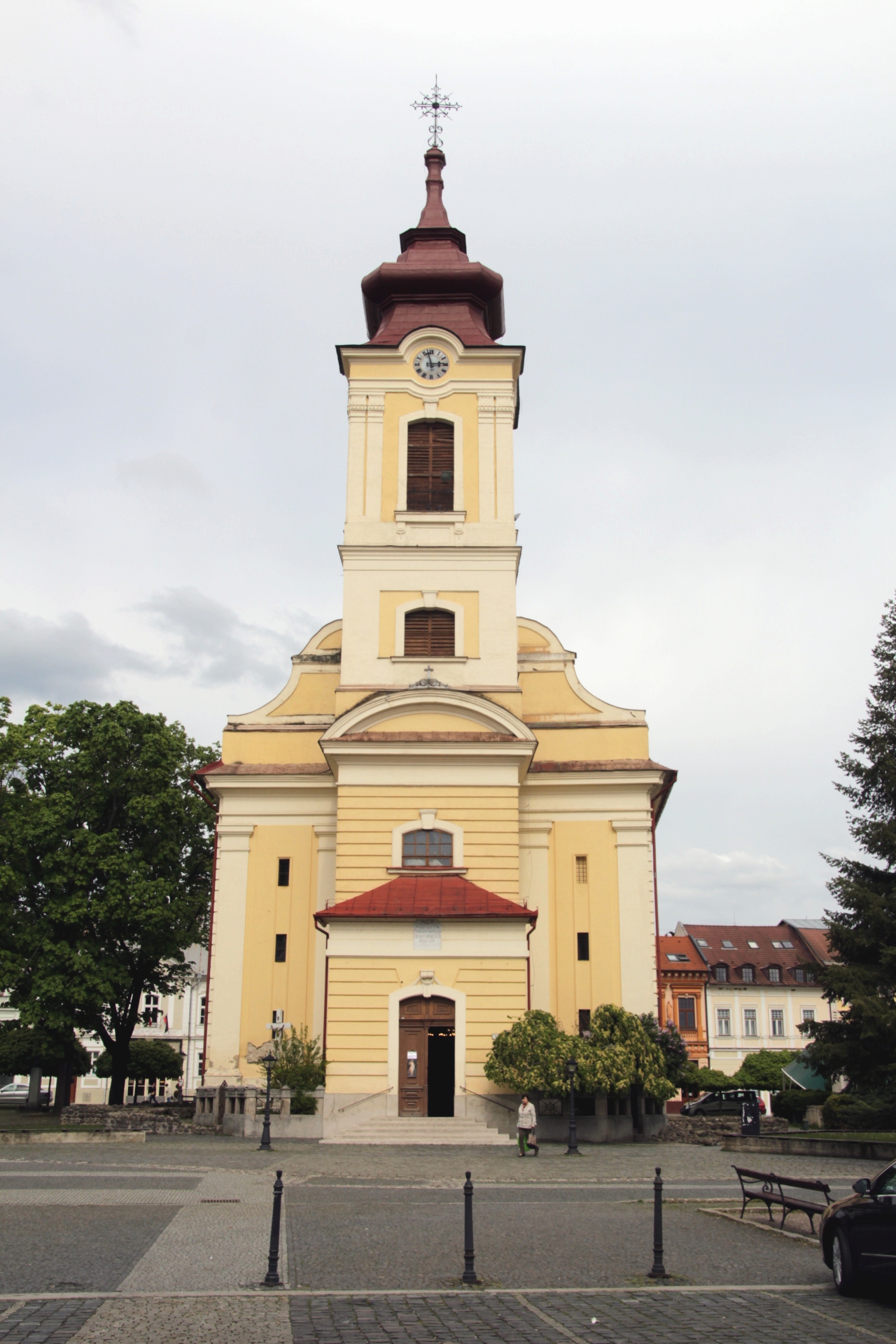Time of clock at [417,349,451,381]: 2:57
